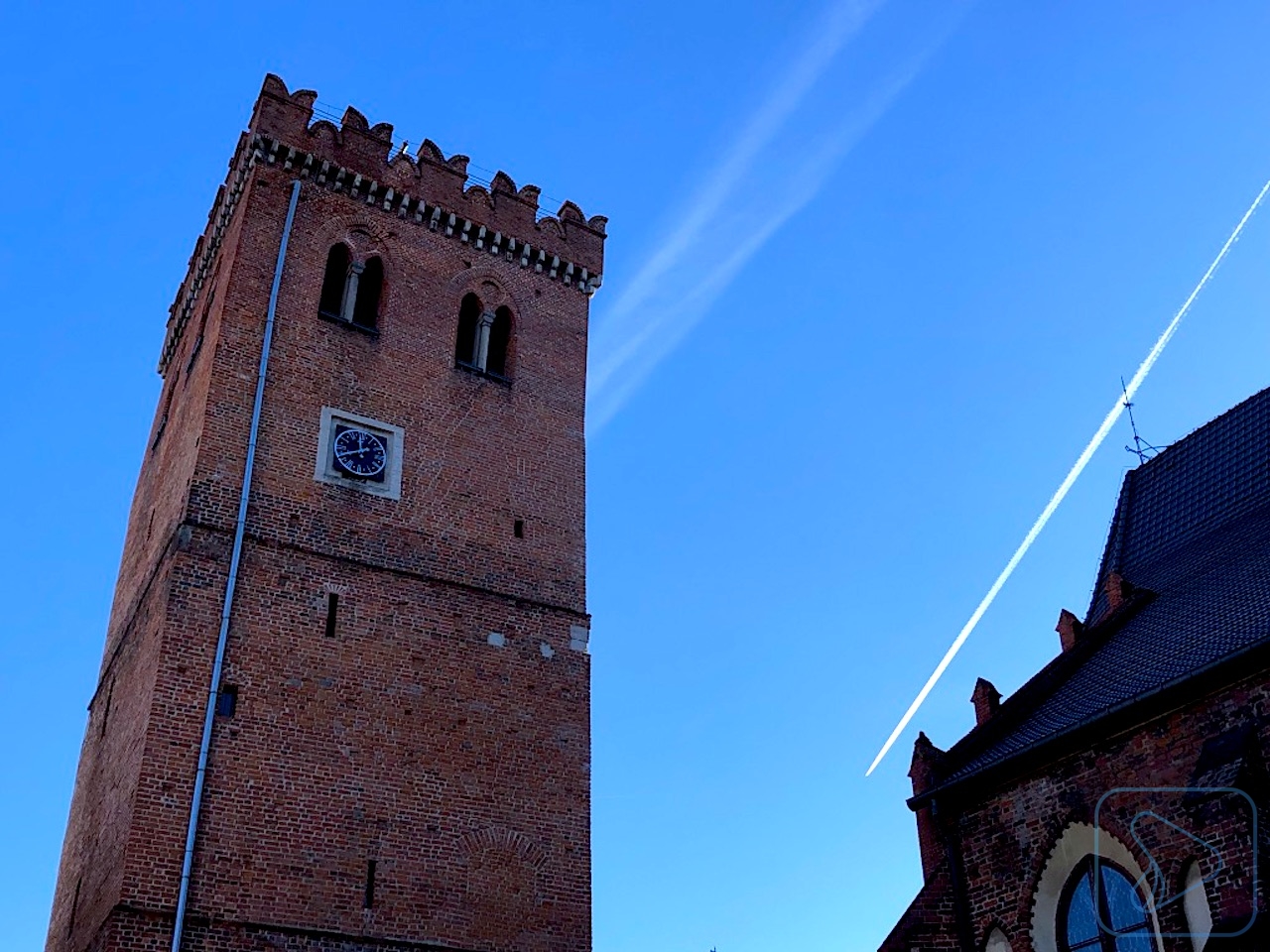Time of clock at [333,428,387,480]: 11:41
